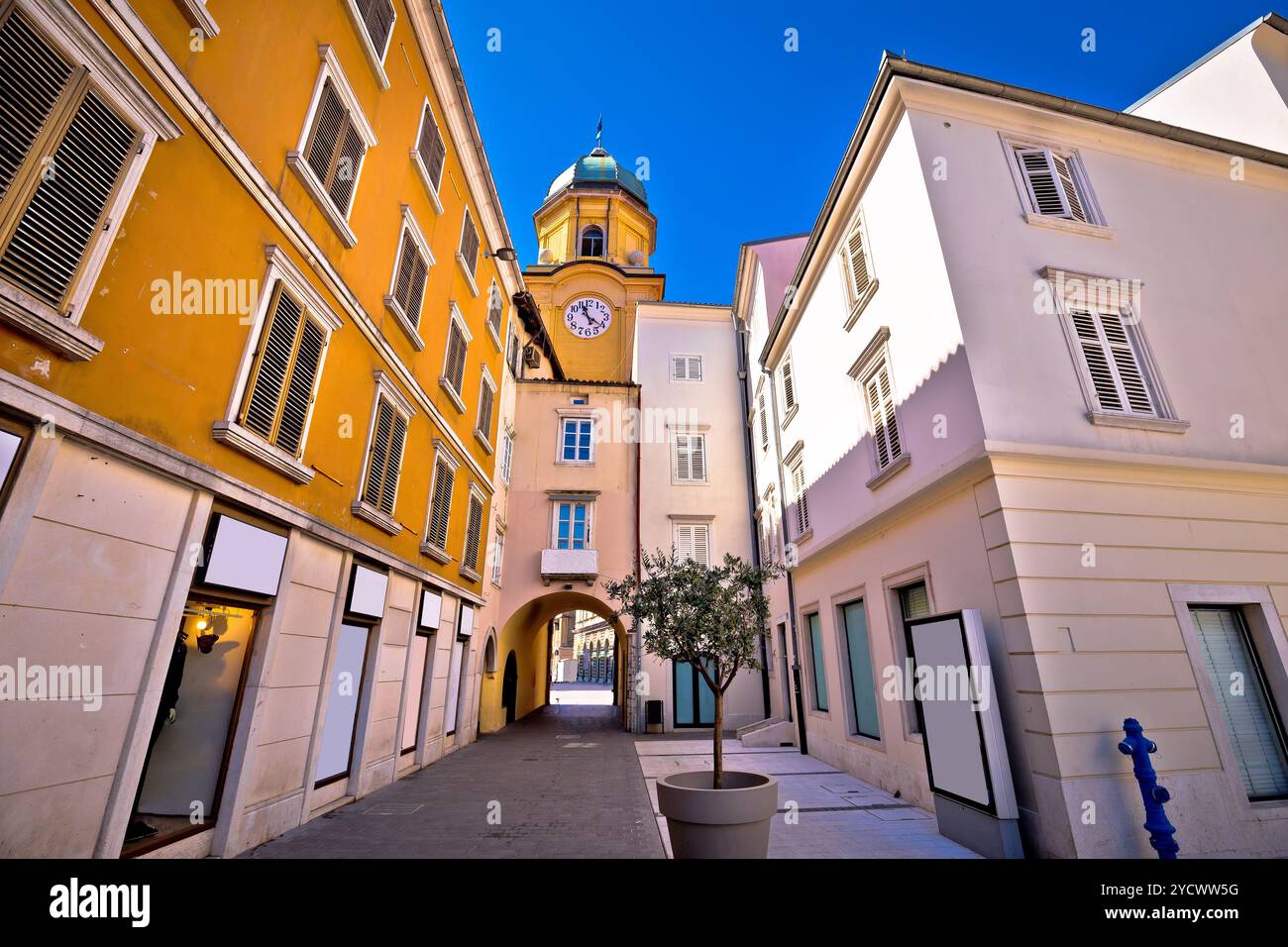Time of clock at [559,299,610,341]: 11:20
